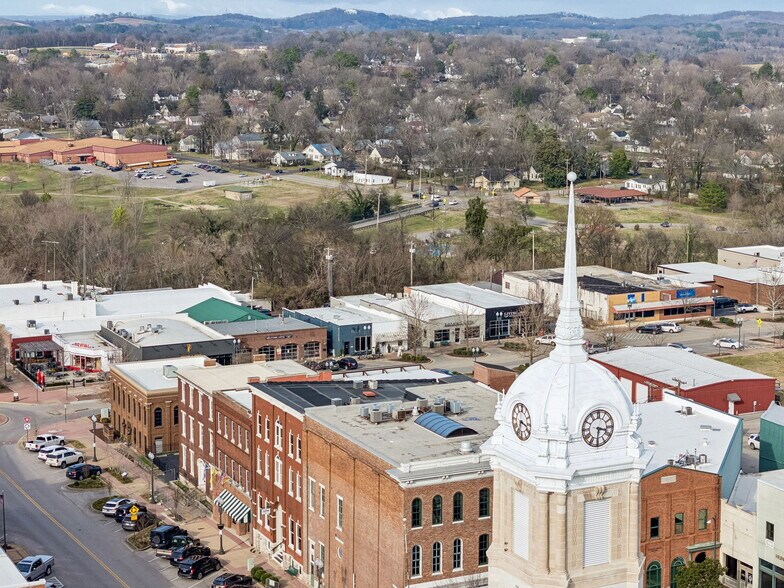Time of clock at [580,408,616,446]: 3:30
